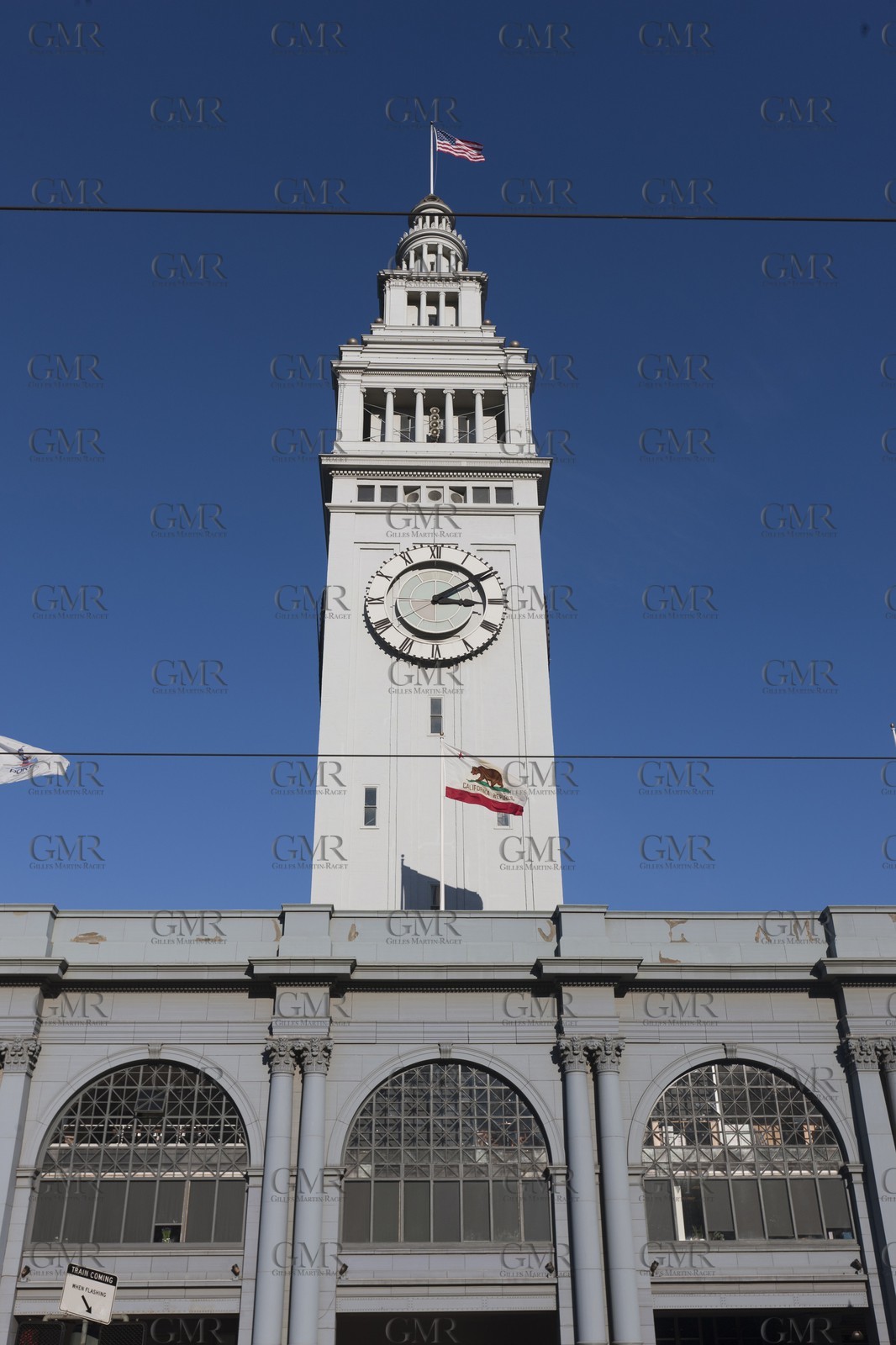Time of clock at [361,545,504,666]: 3:09
